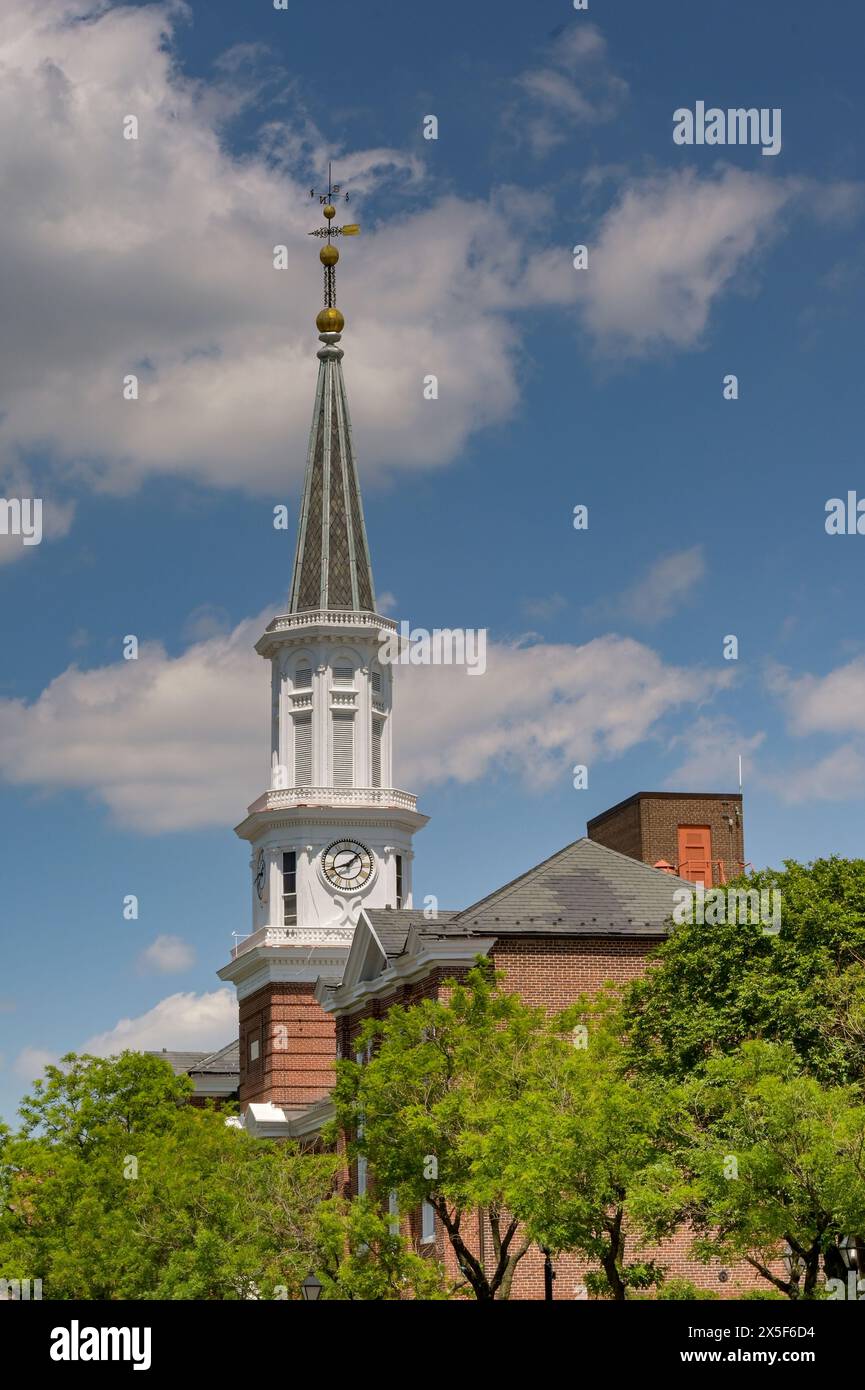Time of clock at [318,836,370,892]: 1:42
